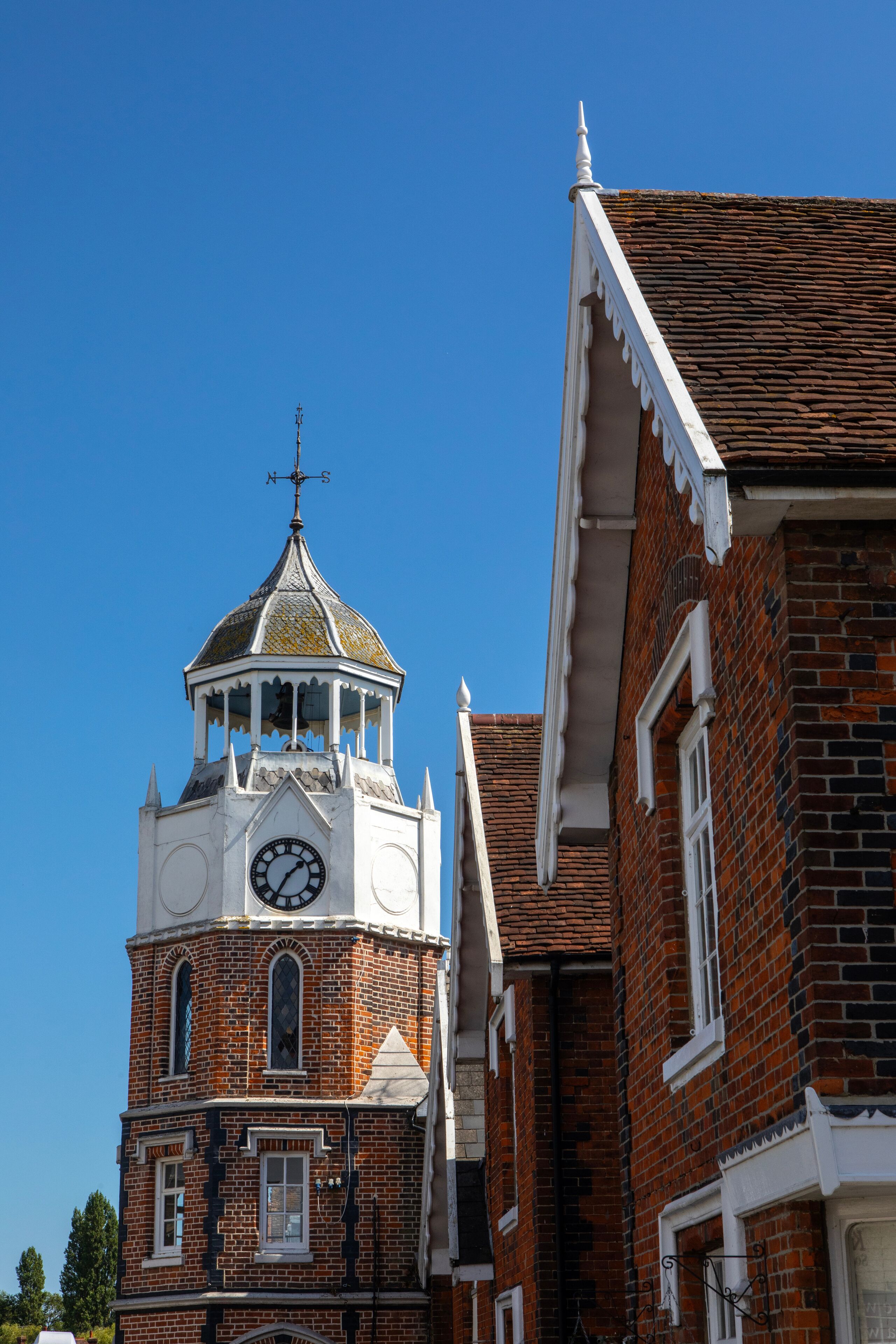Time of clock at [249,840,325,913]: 1:34
